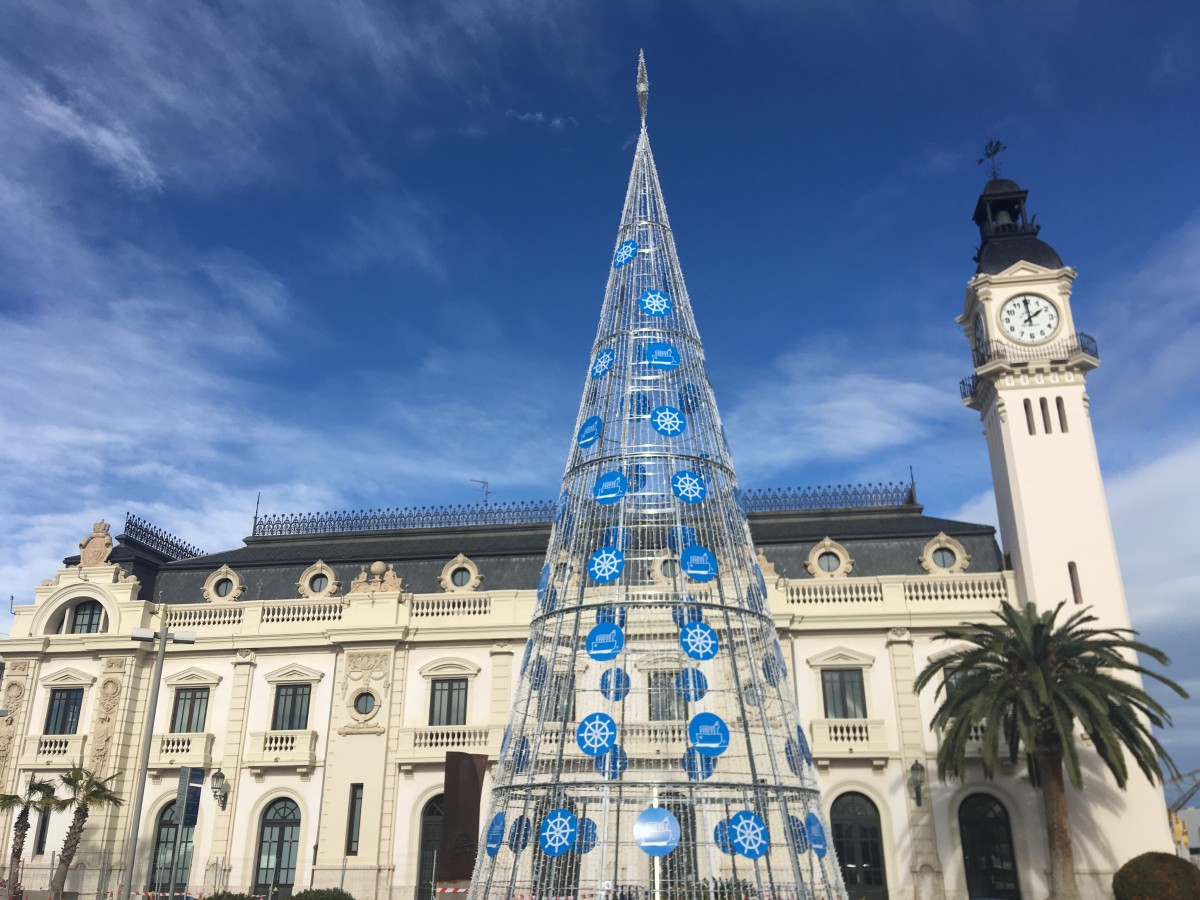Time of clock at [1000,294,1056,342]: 1:59
